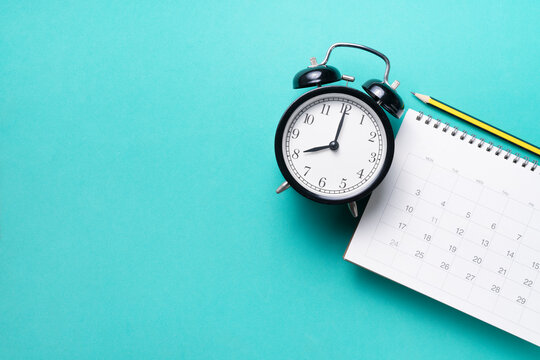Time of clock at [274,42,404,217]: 8:00
